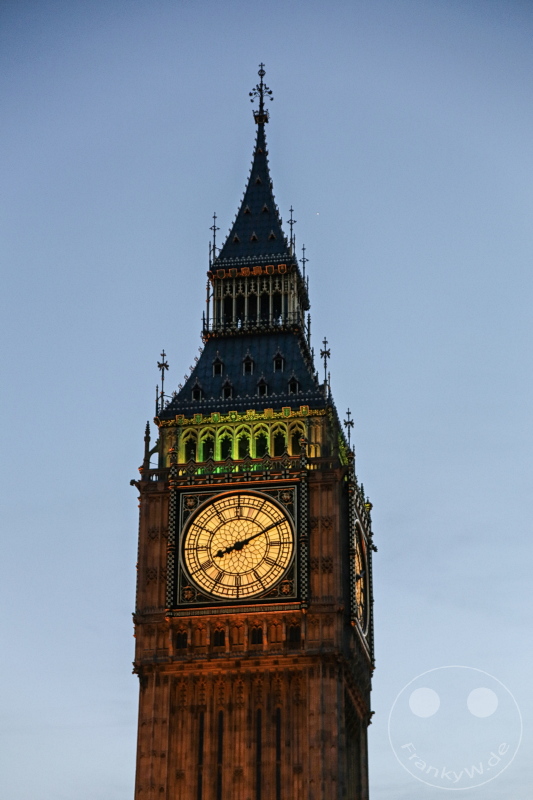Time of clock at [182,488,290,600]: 8:10
